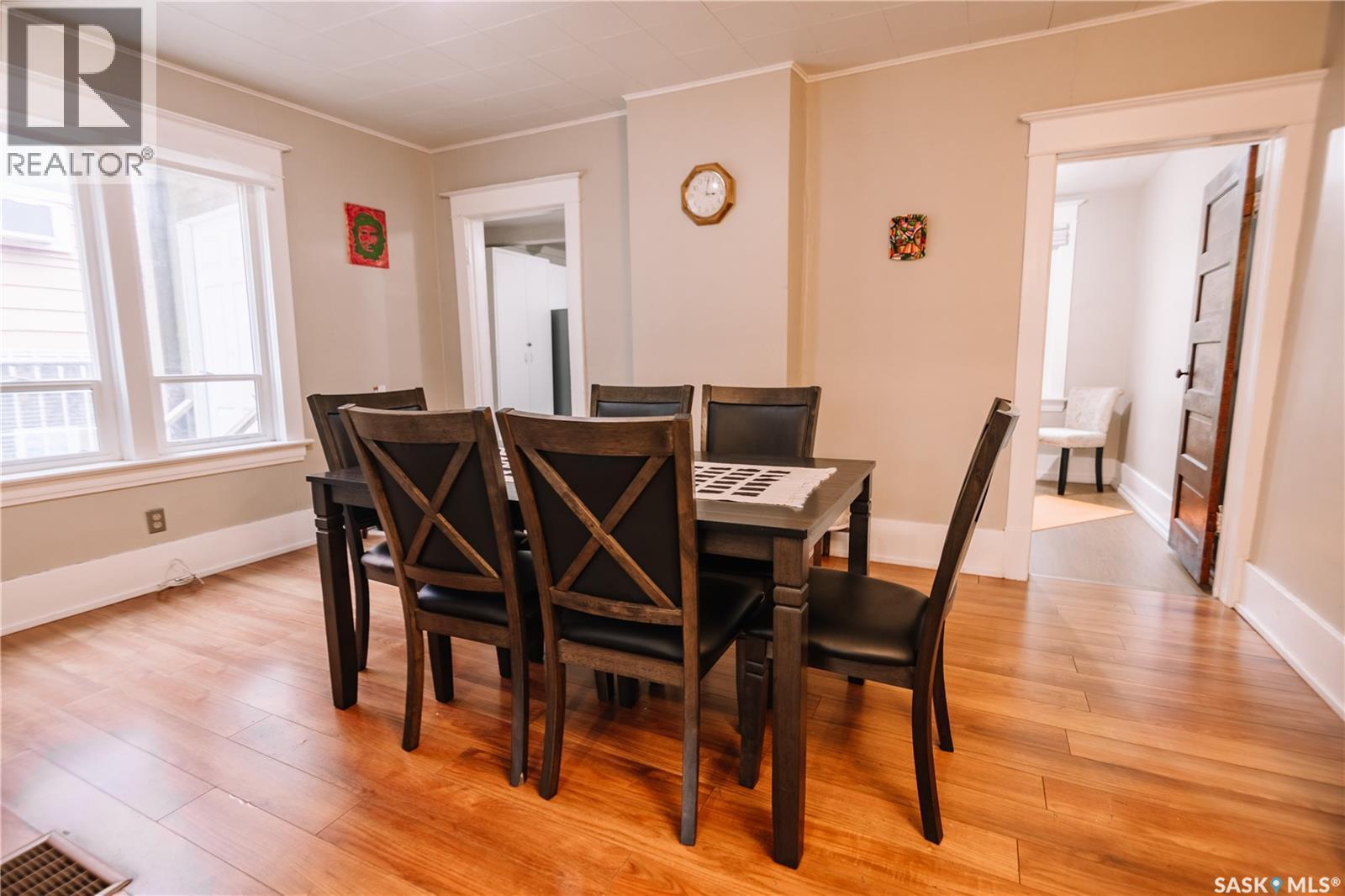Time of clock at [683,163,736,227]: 3:01
